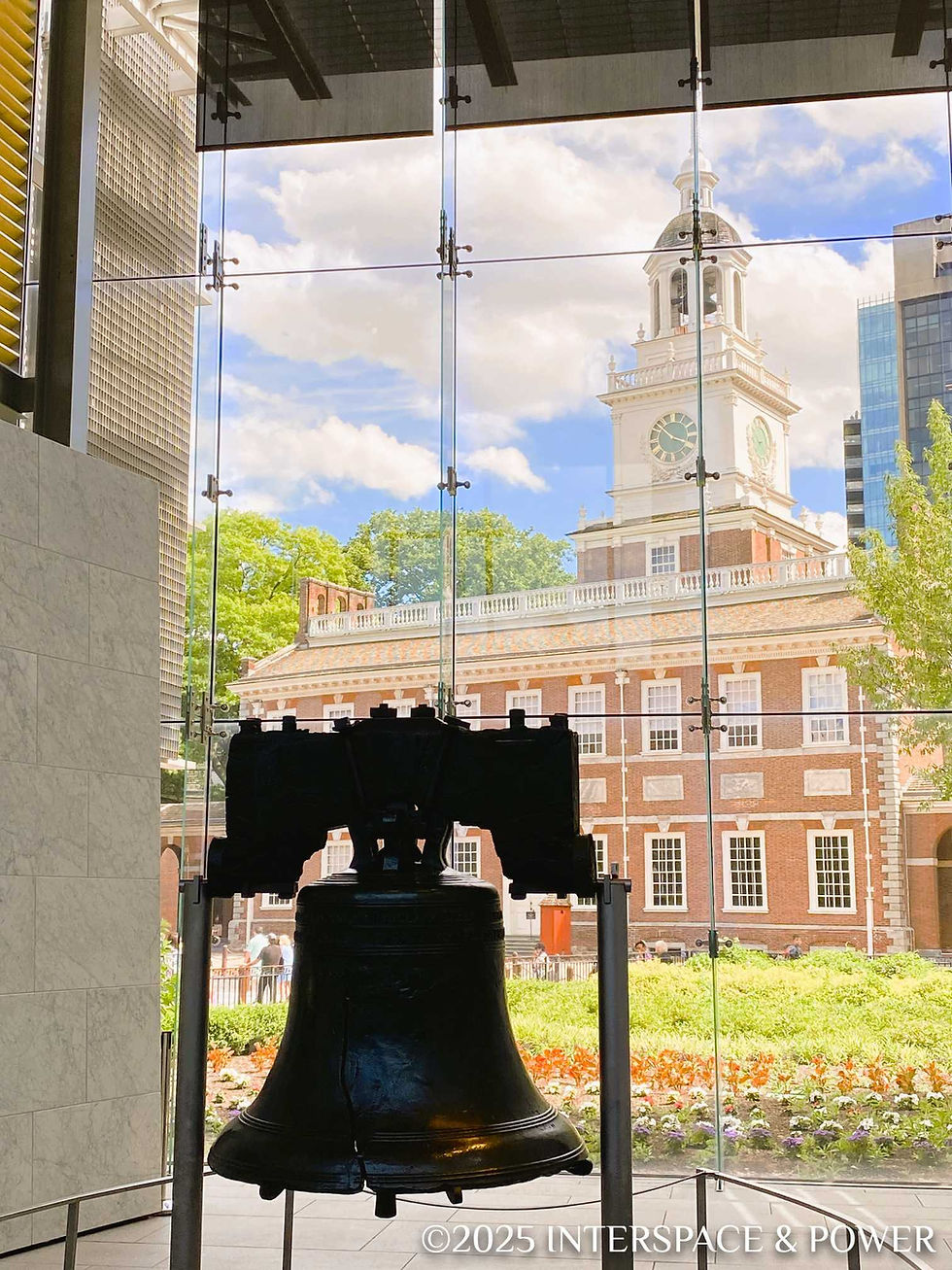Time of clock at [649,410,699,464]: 3:52
